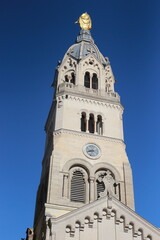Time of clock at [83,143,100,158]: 8:33
